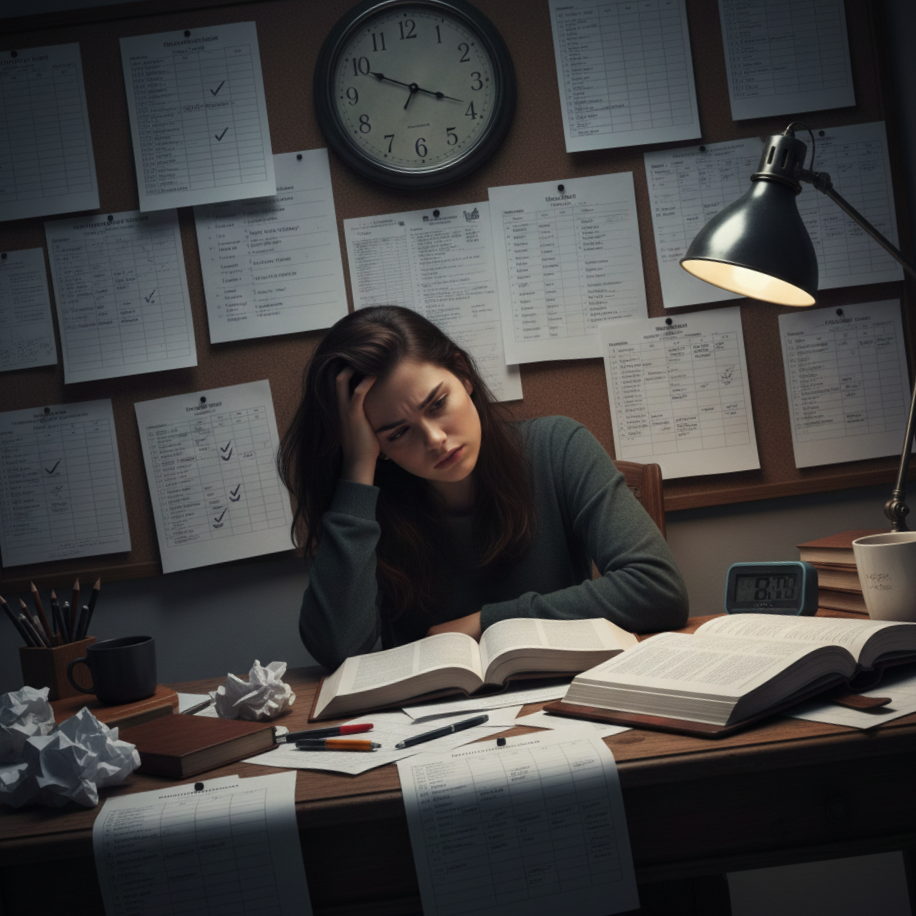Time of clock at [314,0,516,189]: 3:49
